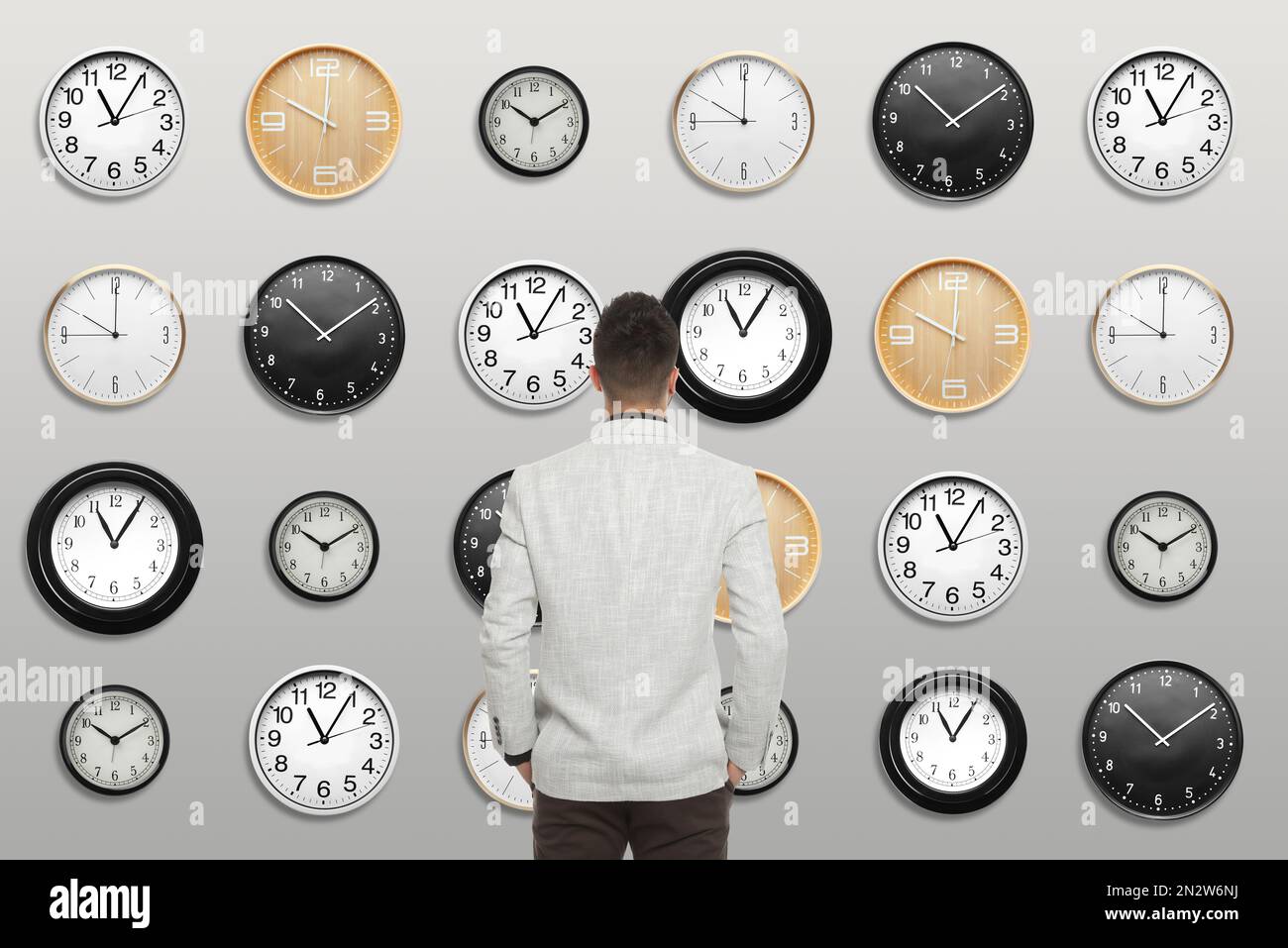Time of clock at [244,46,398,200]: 10:00
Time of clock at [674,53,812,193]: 10:00
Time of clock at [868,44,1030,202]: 10:08
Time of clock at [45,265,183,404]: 10:00
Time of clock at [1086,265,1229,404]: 10:00
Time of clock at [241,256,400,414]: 10:08
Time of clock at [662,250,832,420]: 11:05
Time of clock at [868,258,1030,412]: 10:00
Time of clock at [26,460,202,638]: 11:05
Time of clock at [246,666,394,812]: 11:04
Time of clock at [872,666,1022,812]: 11:05
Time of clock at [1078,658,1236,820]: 10:08
